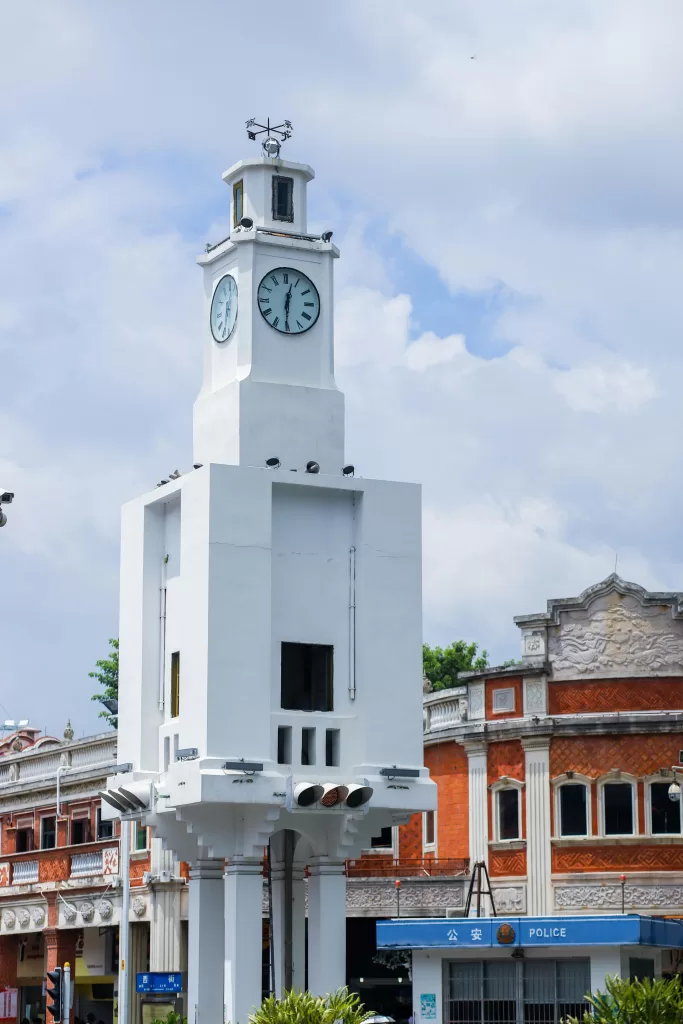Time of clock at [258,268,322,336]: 12:30
